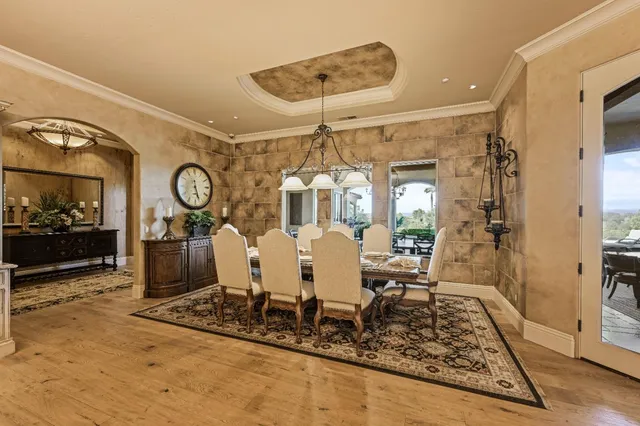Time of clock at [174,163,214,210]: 5:26
